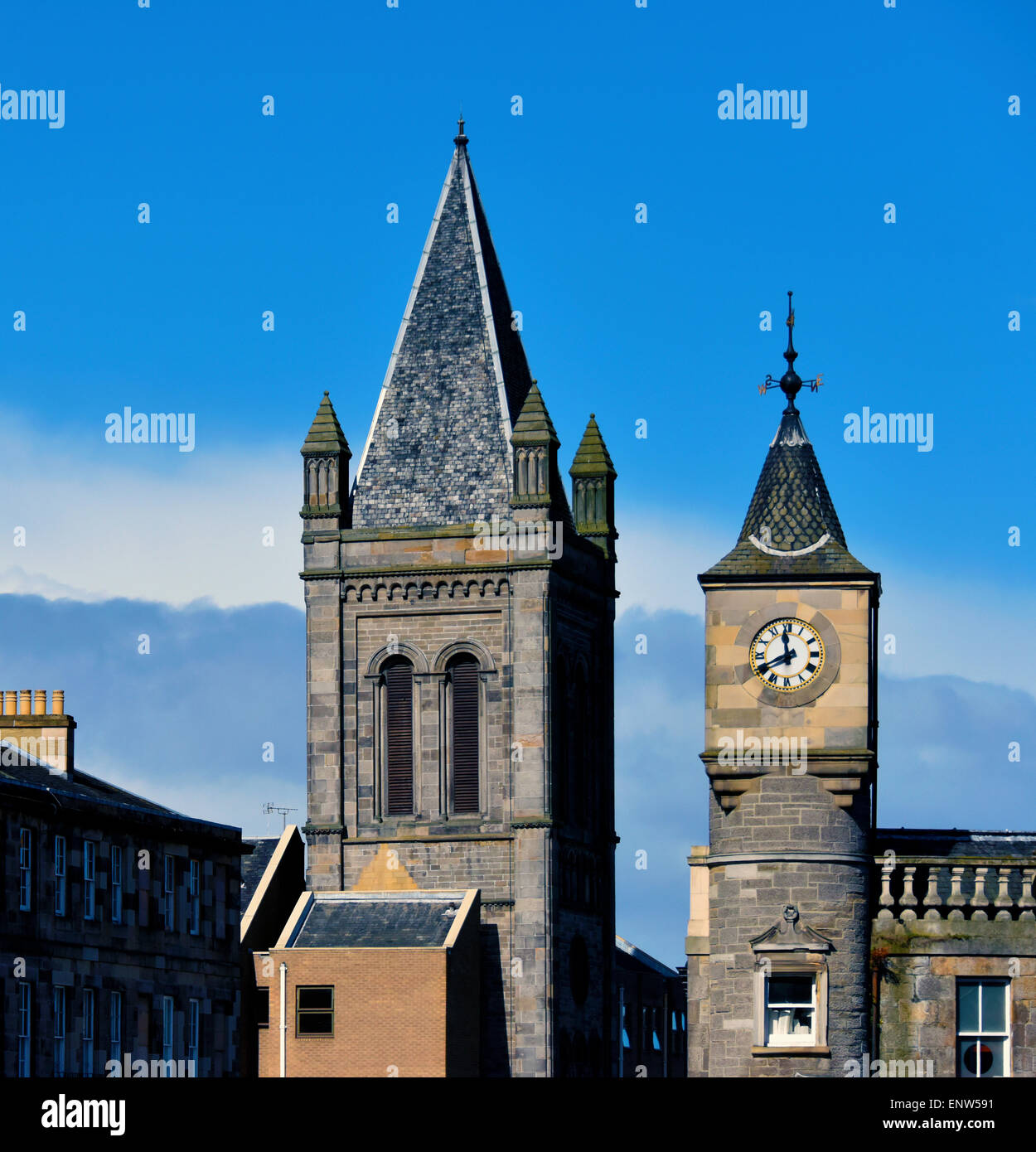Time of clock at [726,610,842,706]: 11:40
